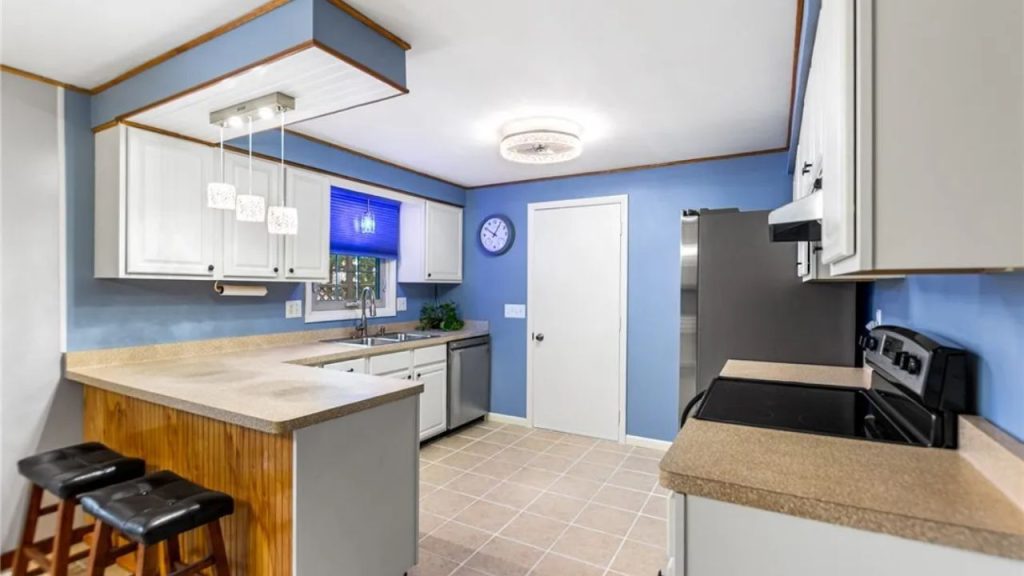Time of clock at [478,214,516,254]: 10:05
